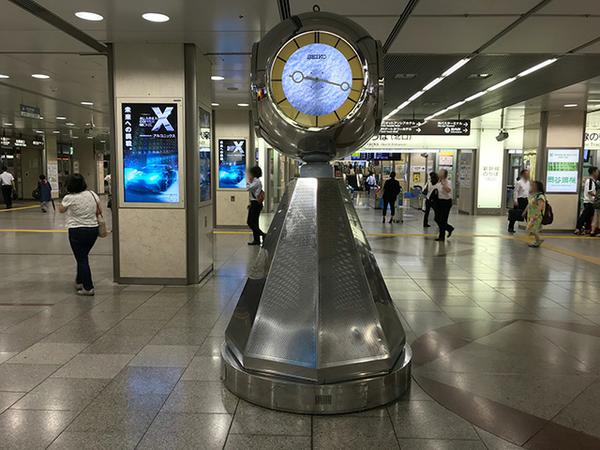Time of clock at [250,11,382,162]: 9:17
